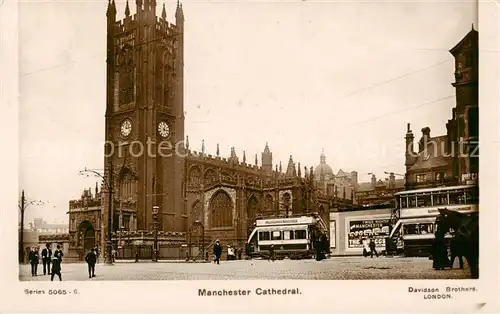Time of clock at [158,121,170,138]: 3:02
